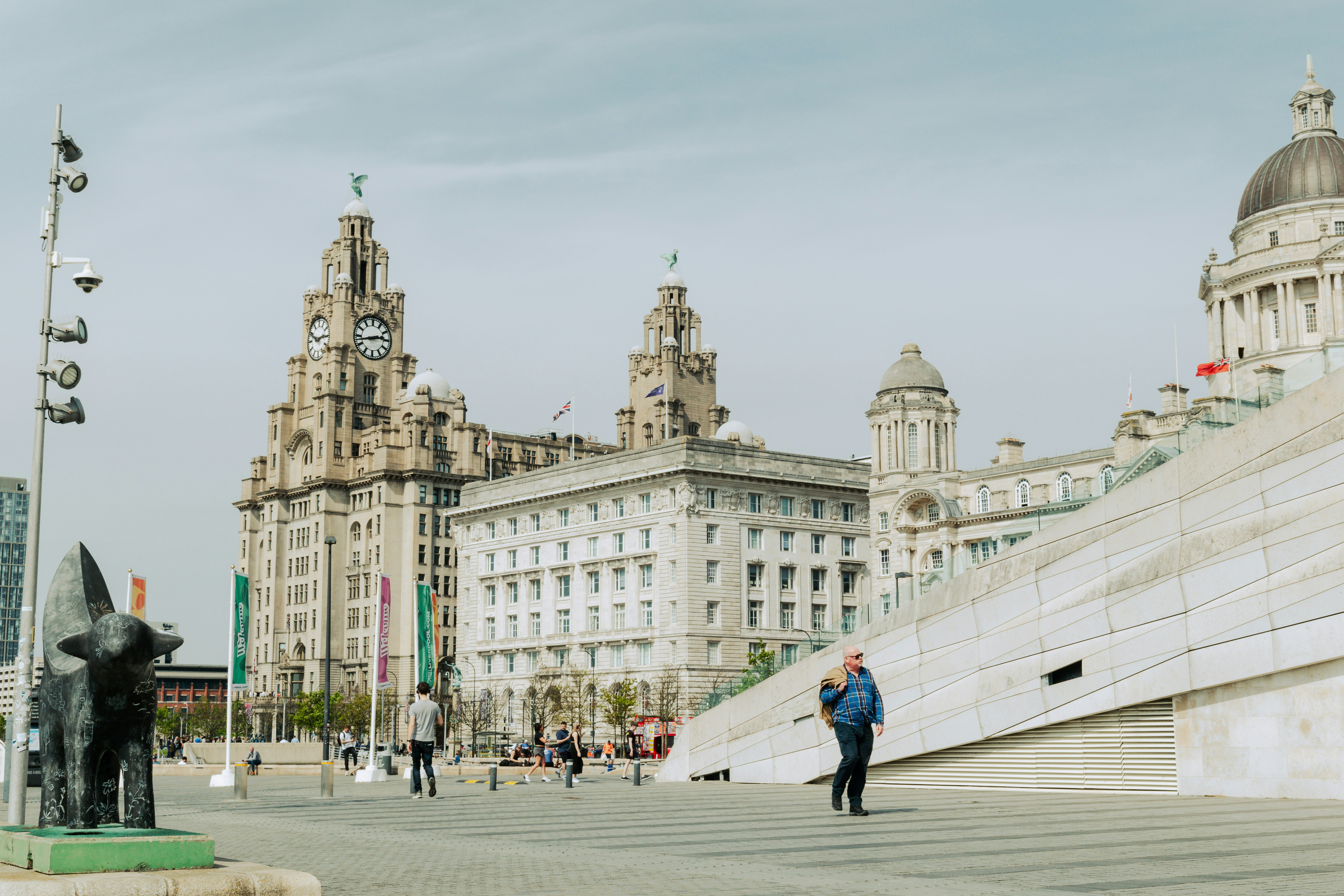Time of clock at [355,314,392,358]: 2:42
